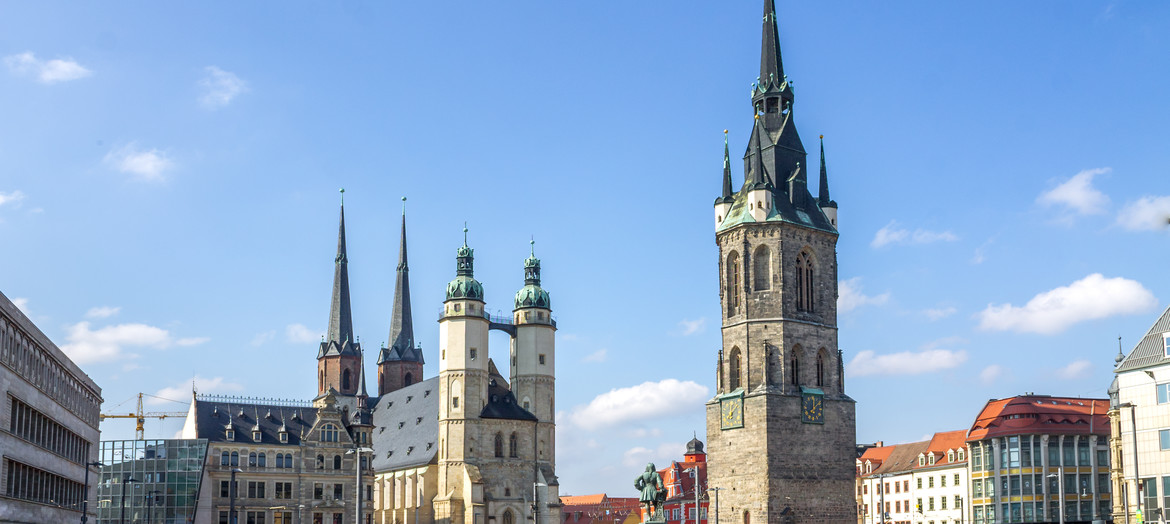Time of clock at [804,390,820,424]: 12:07
